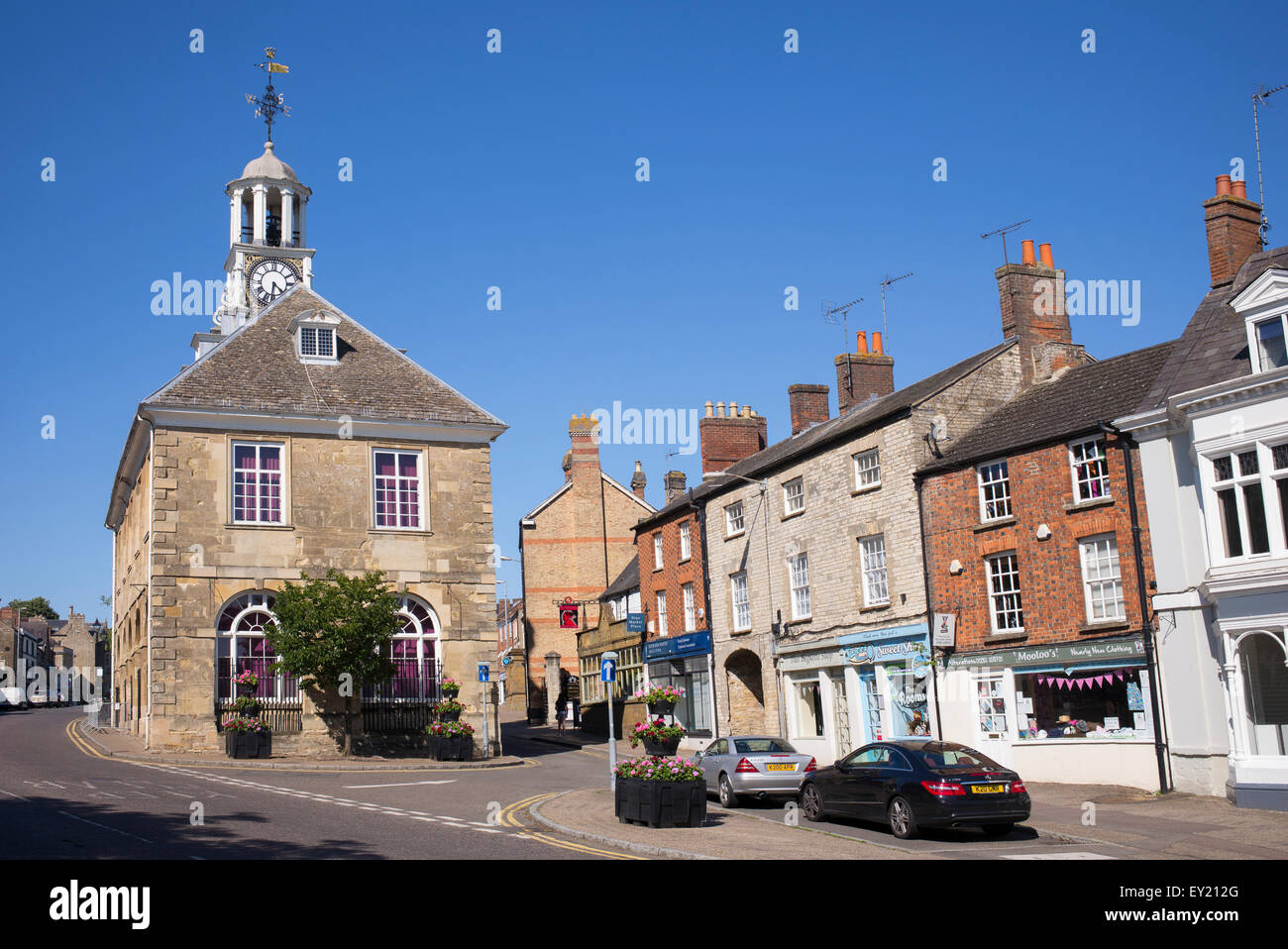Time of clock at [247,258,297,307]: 4:31
